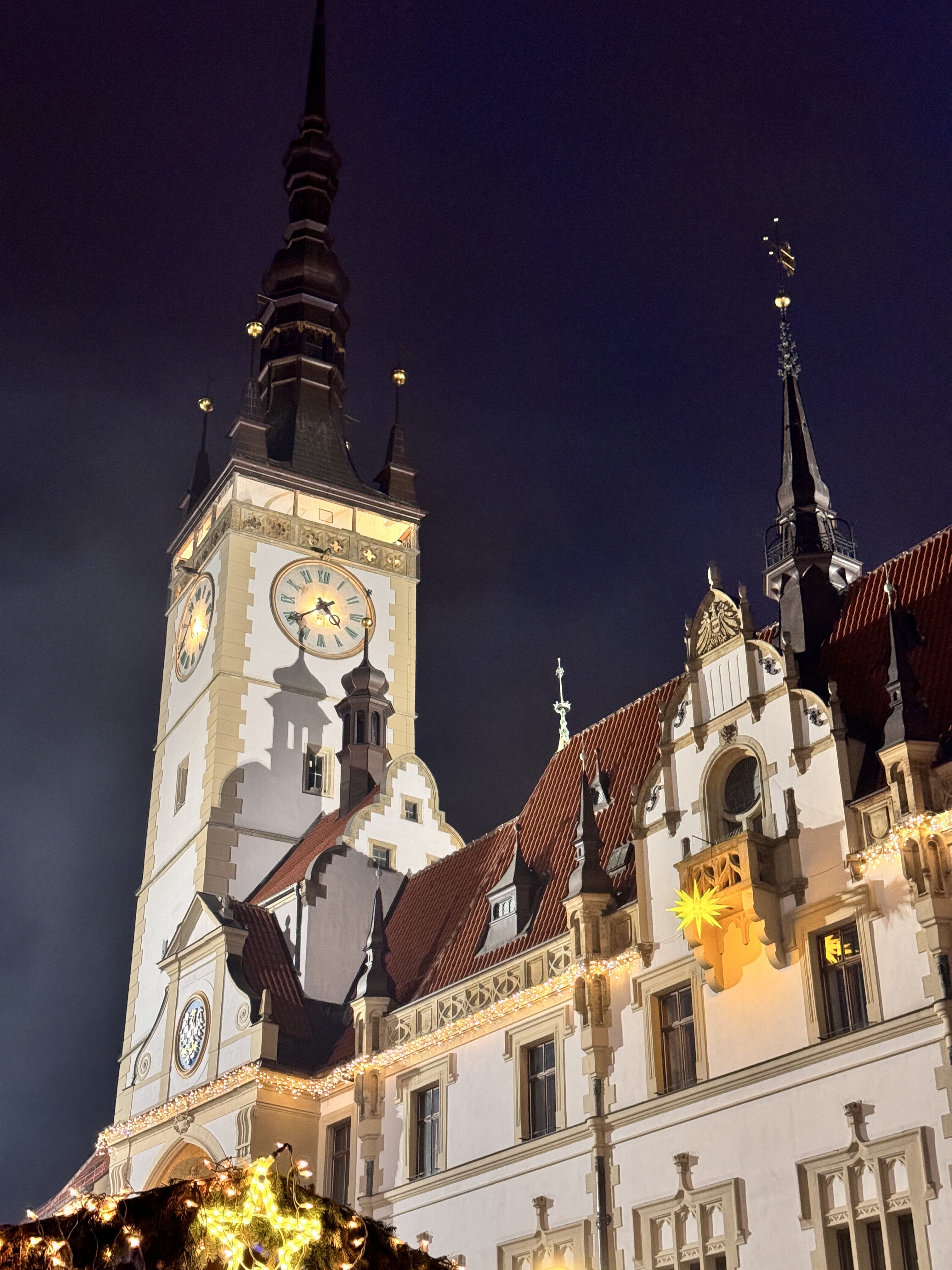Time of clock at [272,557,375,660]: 4:38
